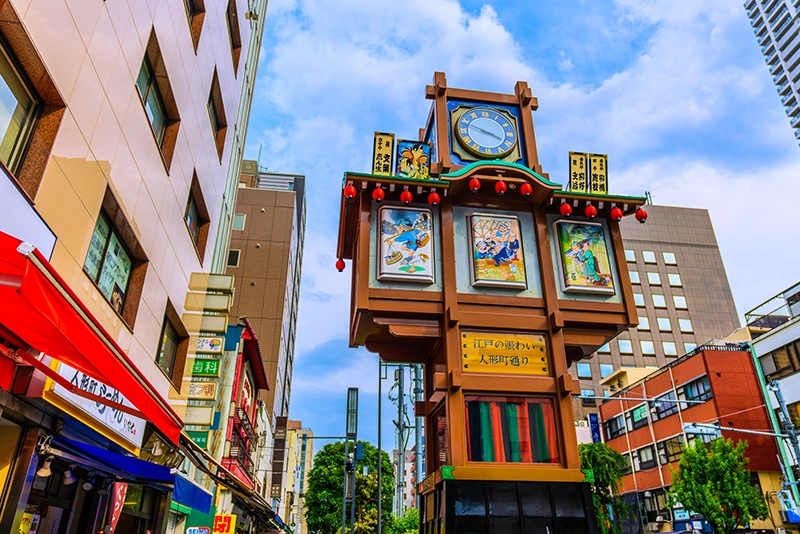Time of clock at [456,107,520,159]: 3:48
